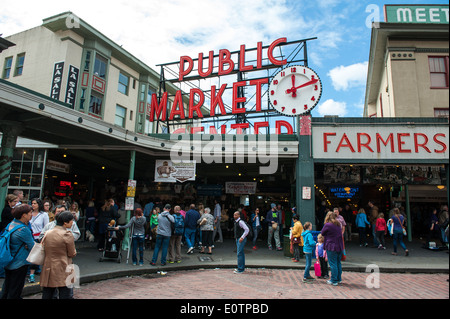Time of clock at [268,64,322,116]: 12:12
